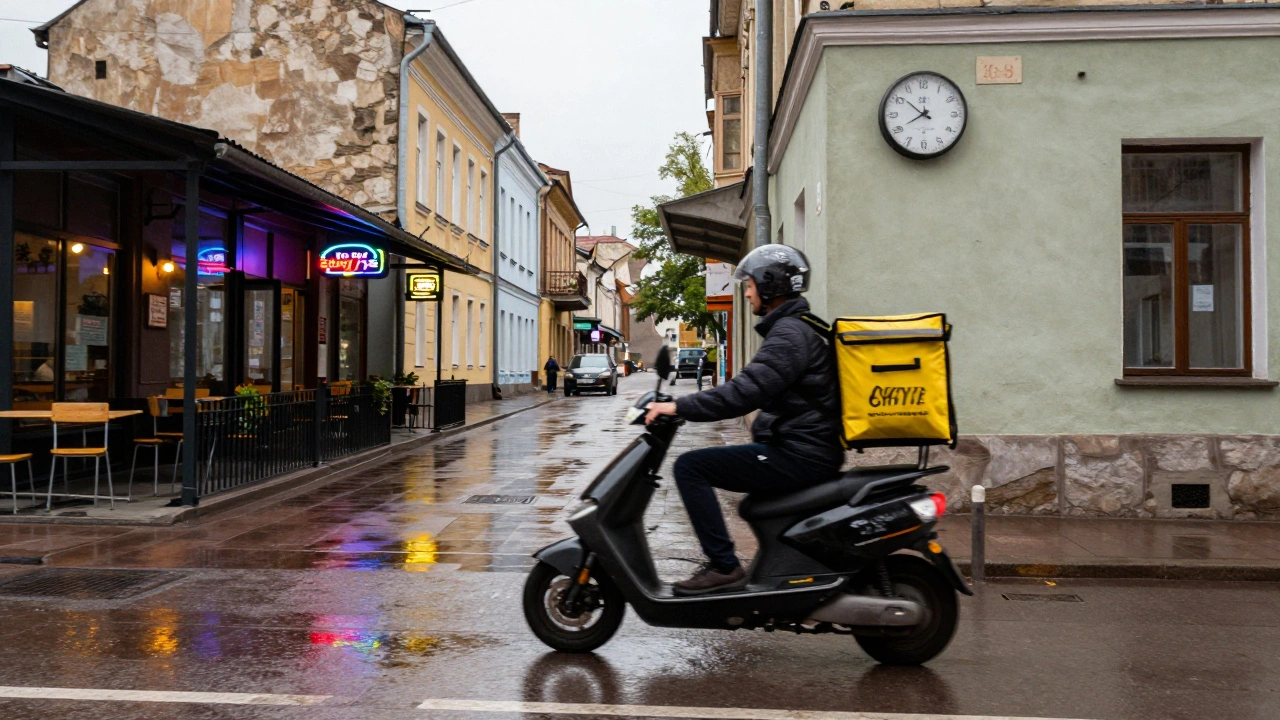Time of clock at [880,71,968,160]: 7:51
